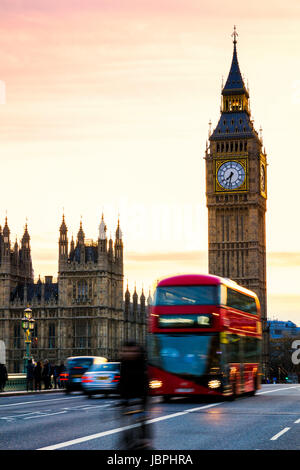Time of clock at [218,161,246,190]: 7:32
